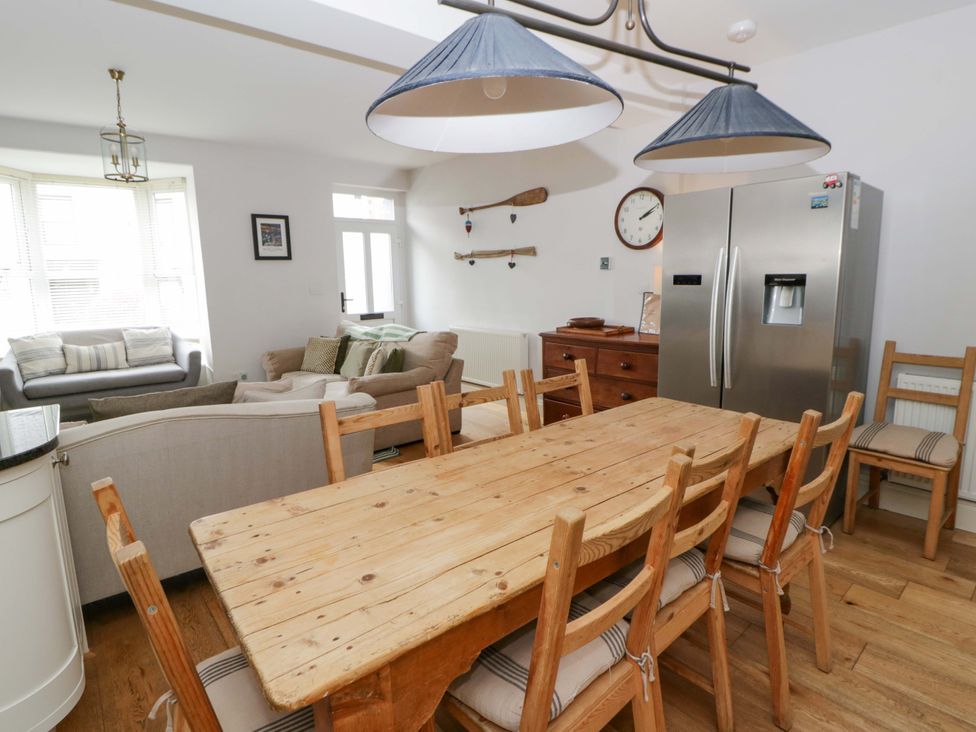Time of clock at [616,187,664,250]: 2:09
